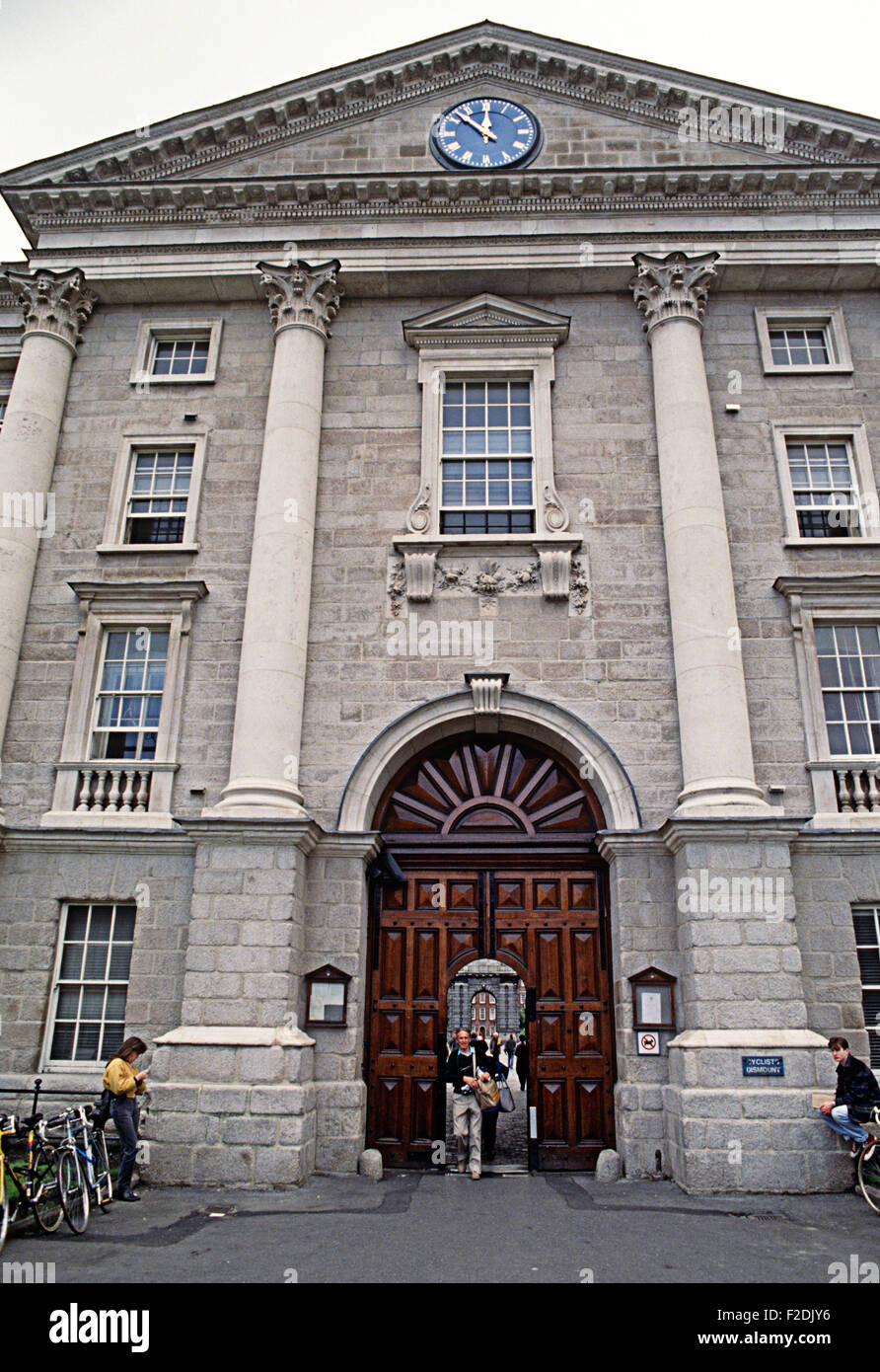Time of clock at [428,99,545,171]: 11:52
